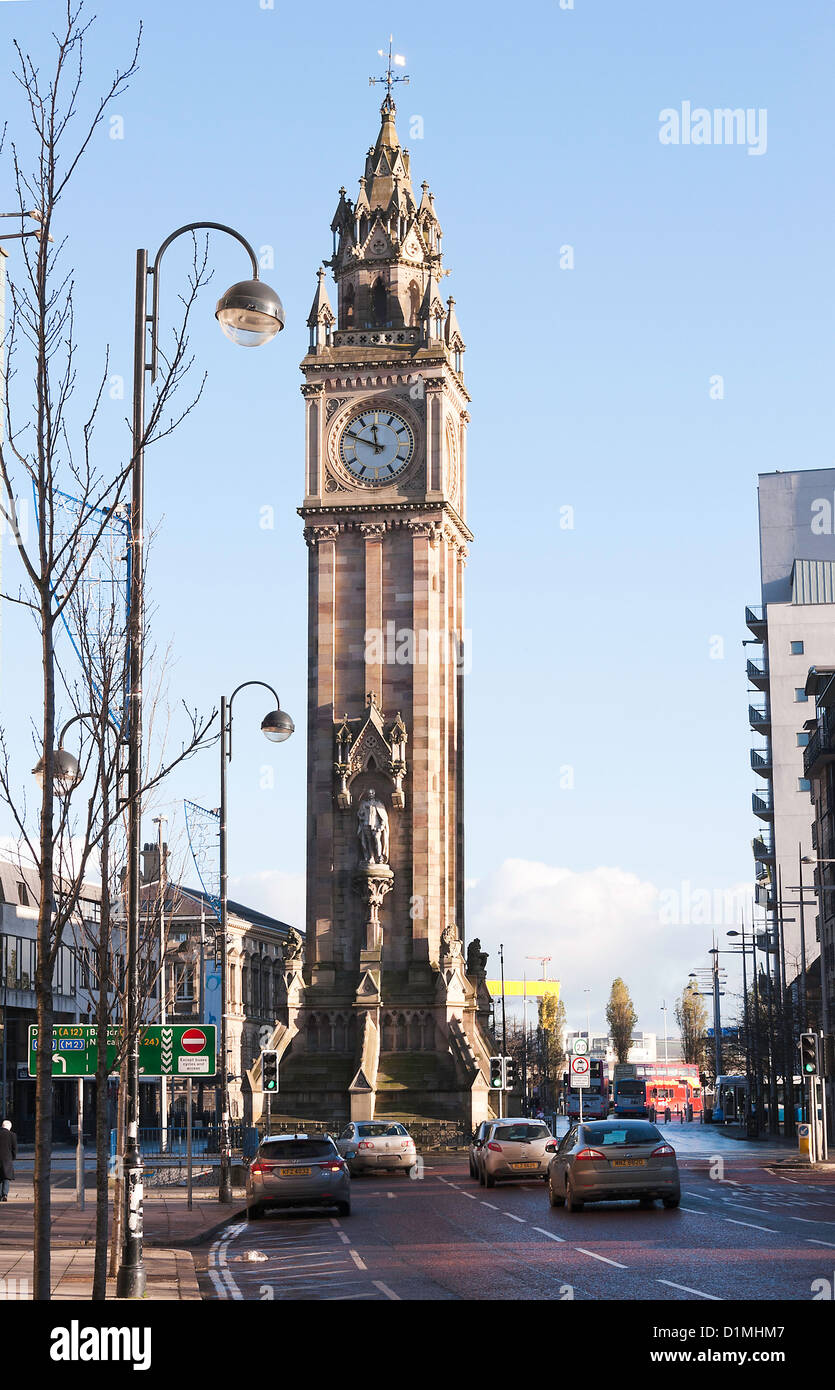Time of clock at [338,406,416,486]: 11:48
